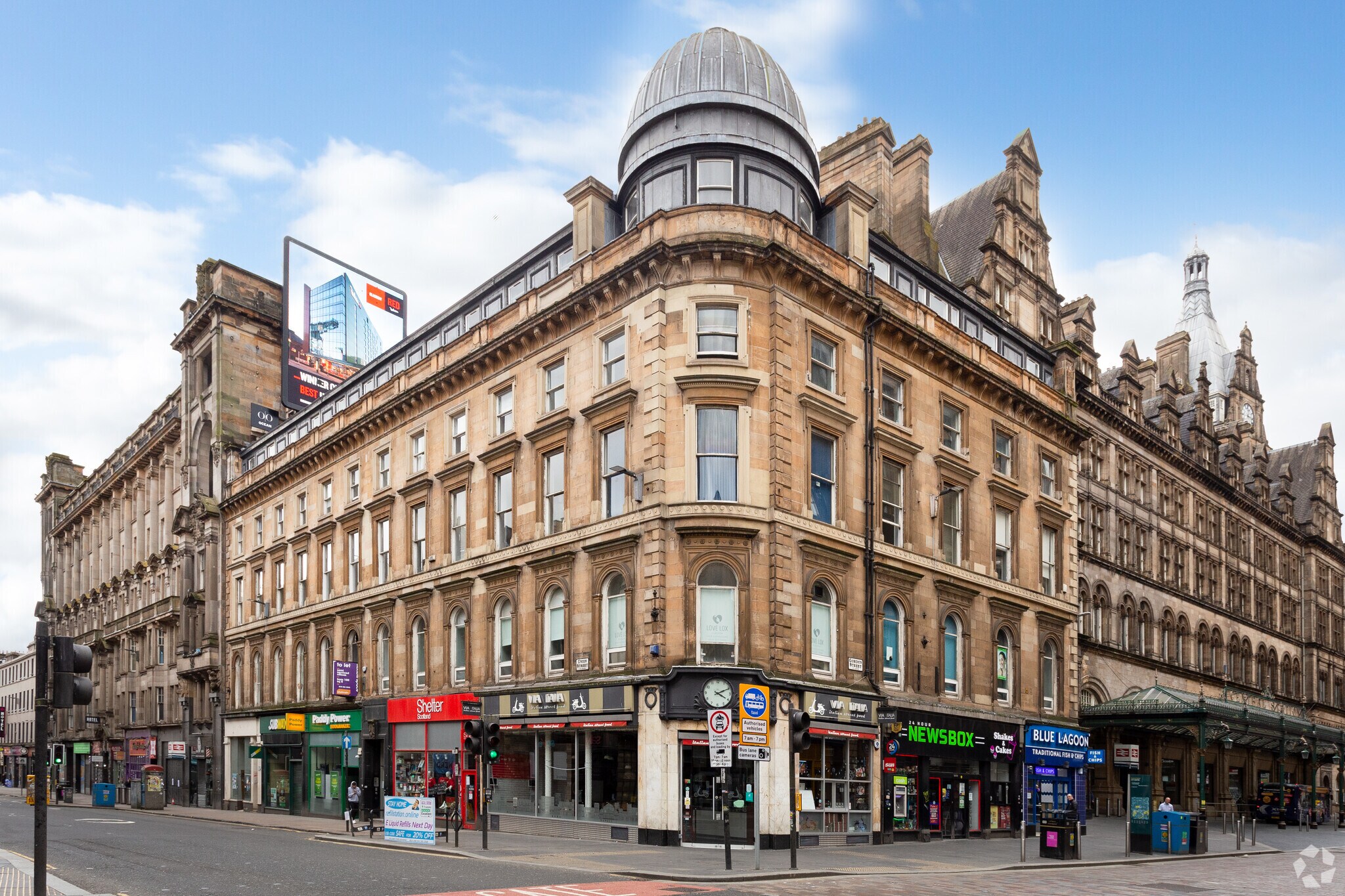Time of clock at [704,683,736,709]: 4:10
